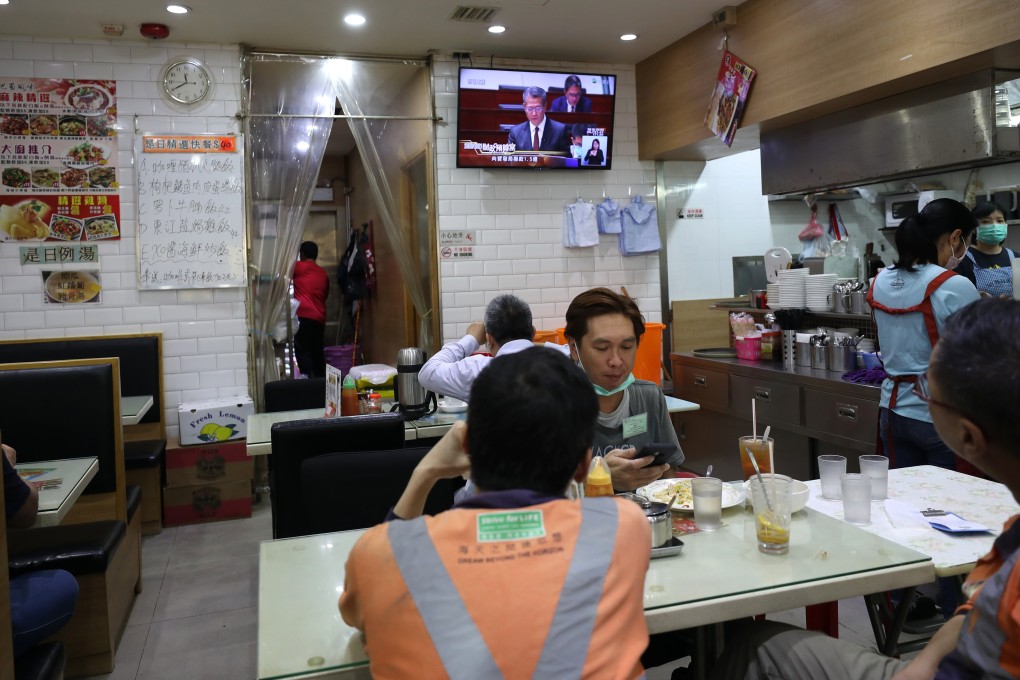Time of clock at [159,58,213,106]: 11:40
